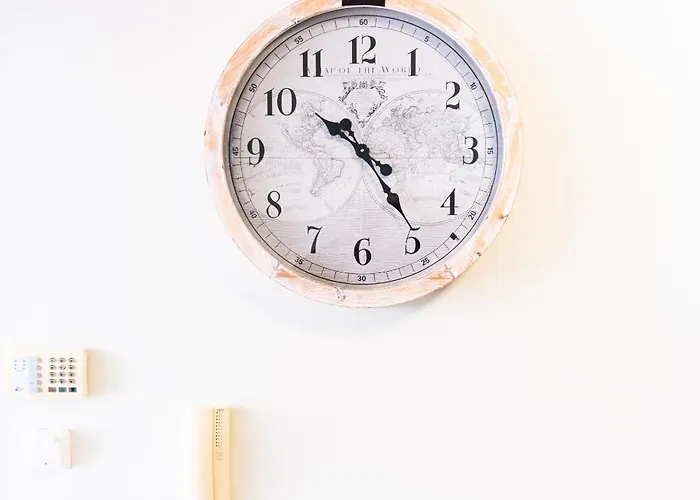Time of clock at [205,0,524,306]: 10:24
